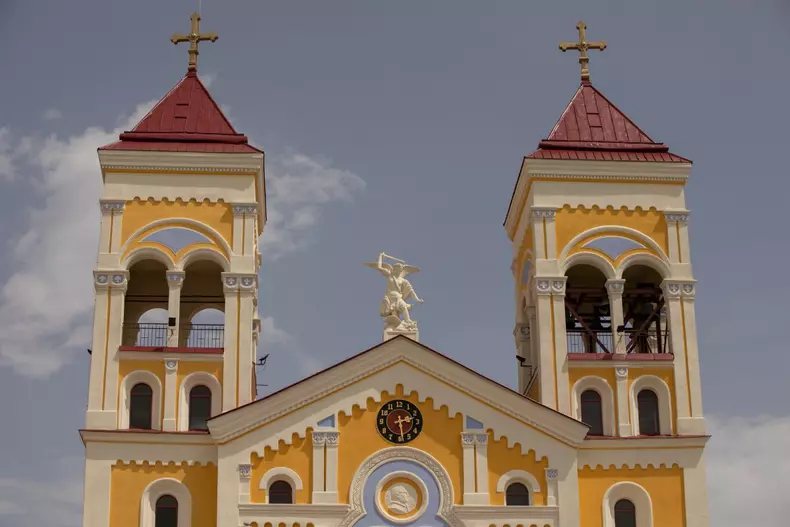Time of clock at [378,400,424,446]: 2:28
